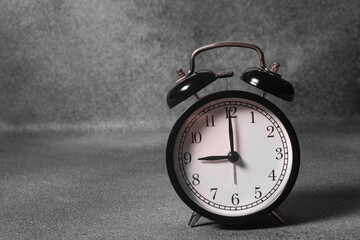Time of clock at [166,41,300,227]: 8:59
